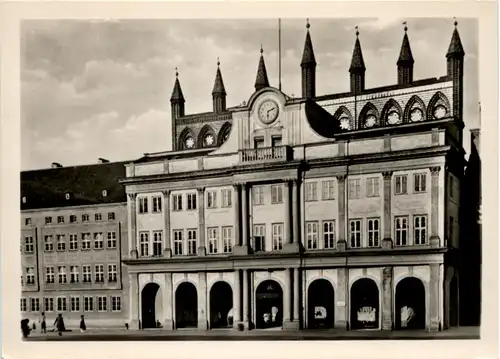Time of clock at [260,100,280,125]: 6:11
